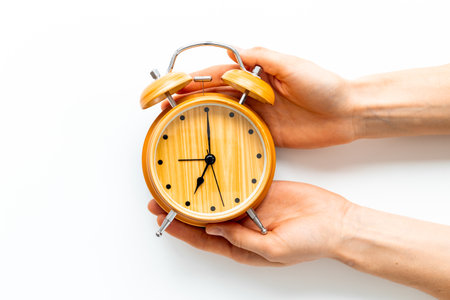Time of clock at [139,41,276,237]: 7:00
